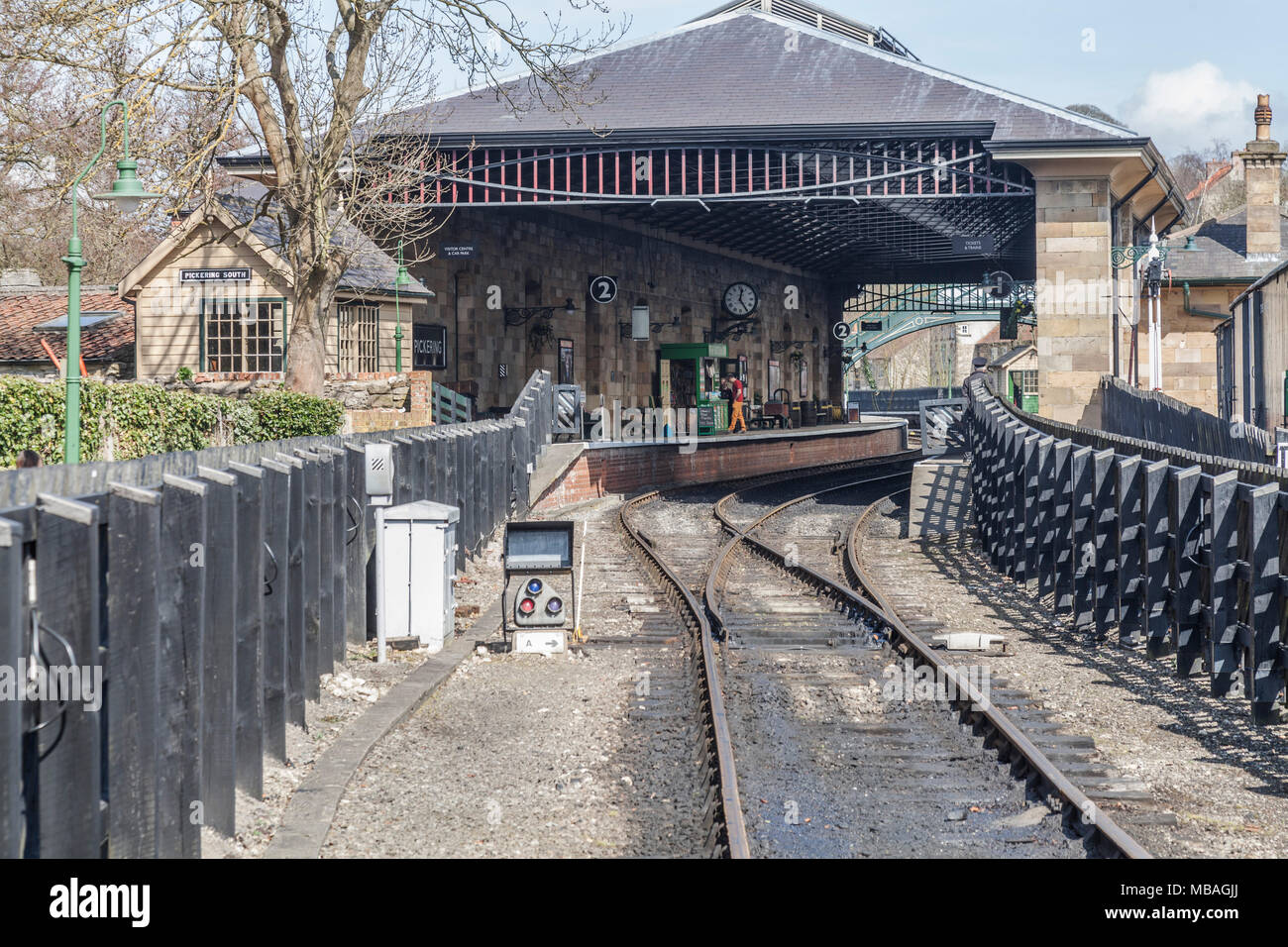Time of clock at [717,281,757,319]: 12:24
